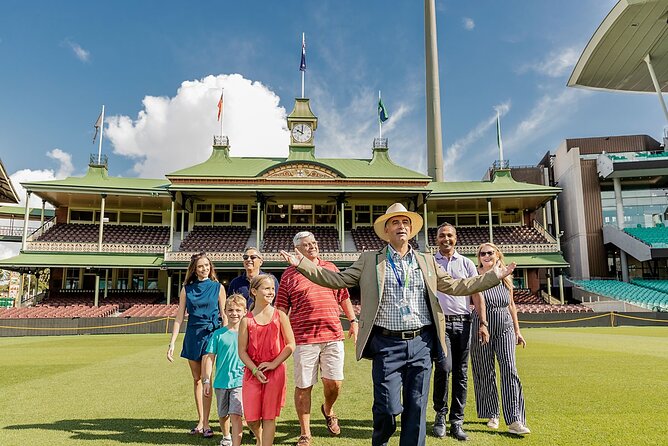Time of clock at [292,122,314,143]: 10:00
